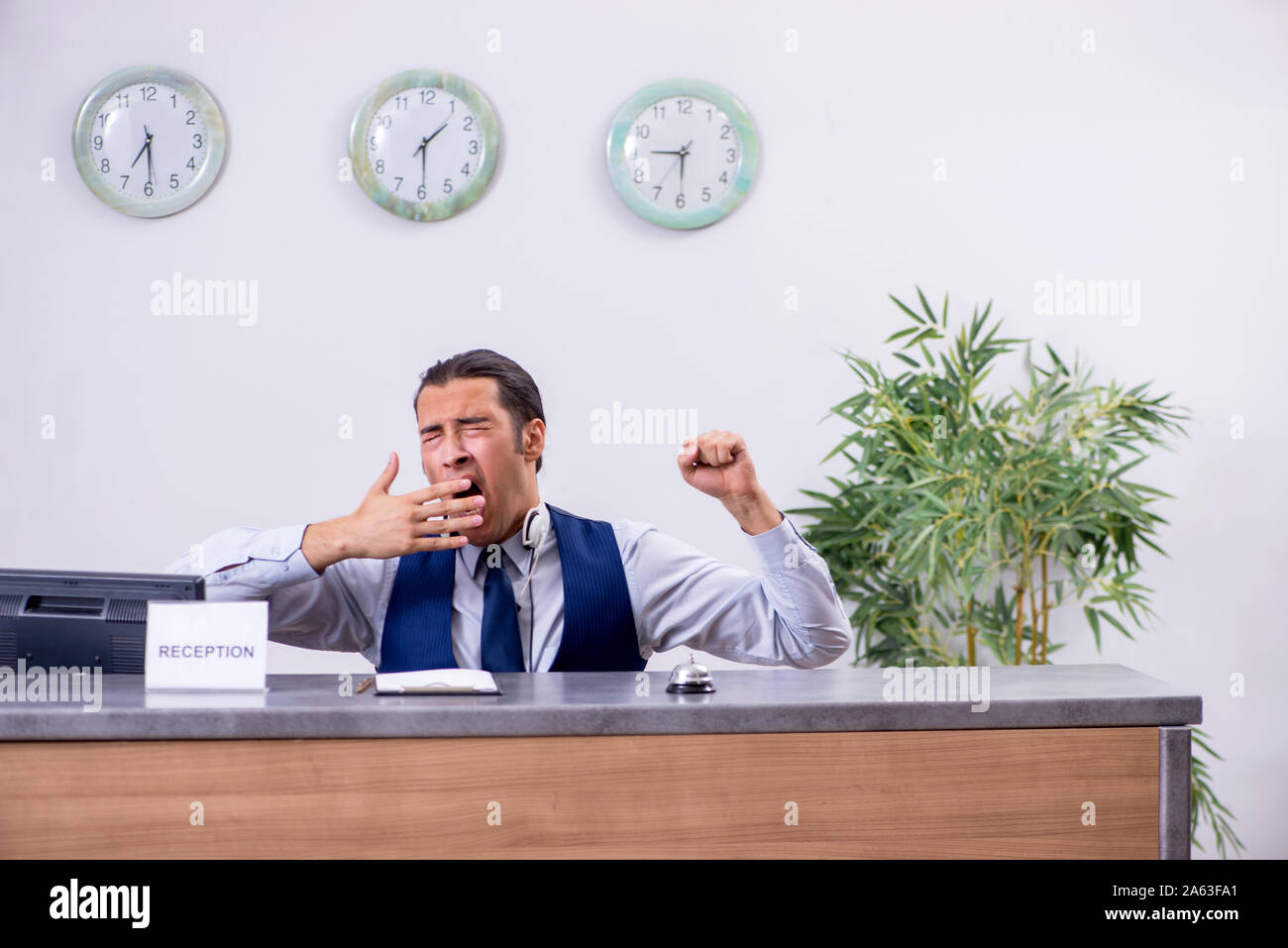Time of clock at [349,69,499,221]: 1:29
